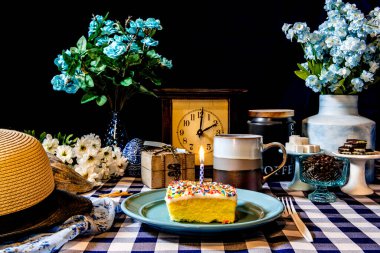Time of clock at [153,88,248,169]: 2:01
